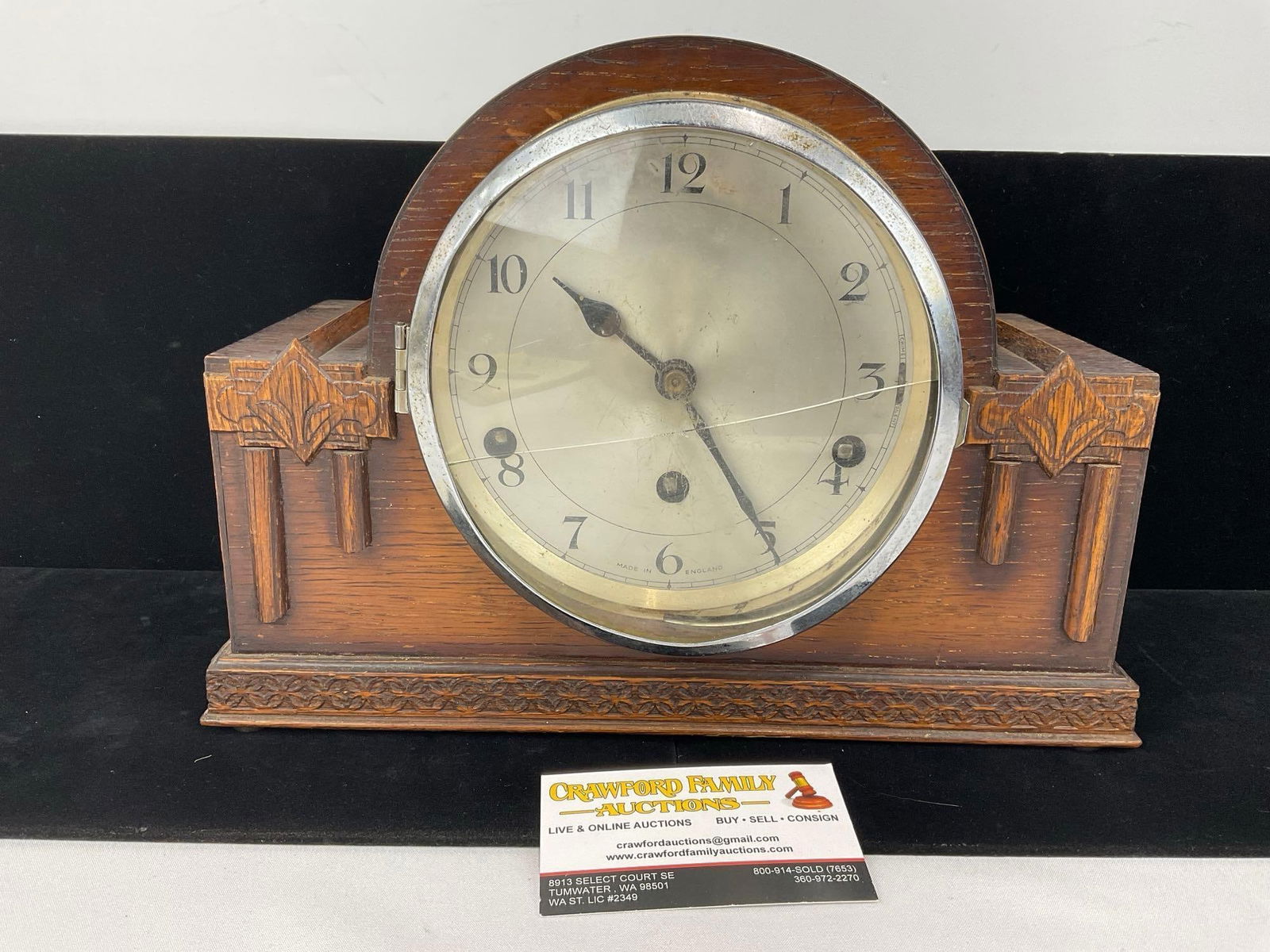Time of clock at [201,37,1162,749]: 10:24
